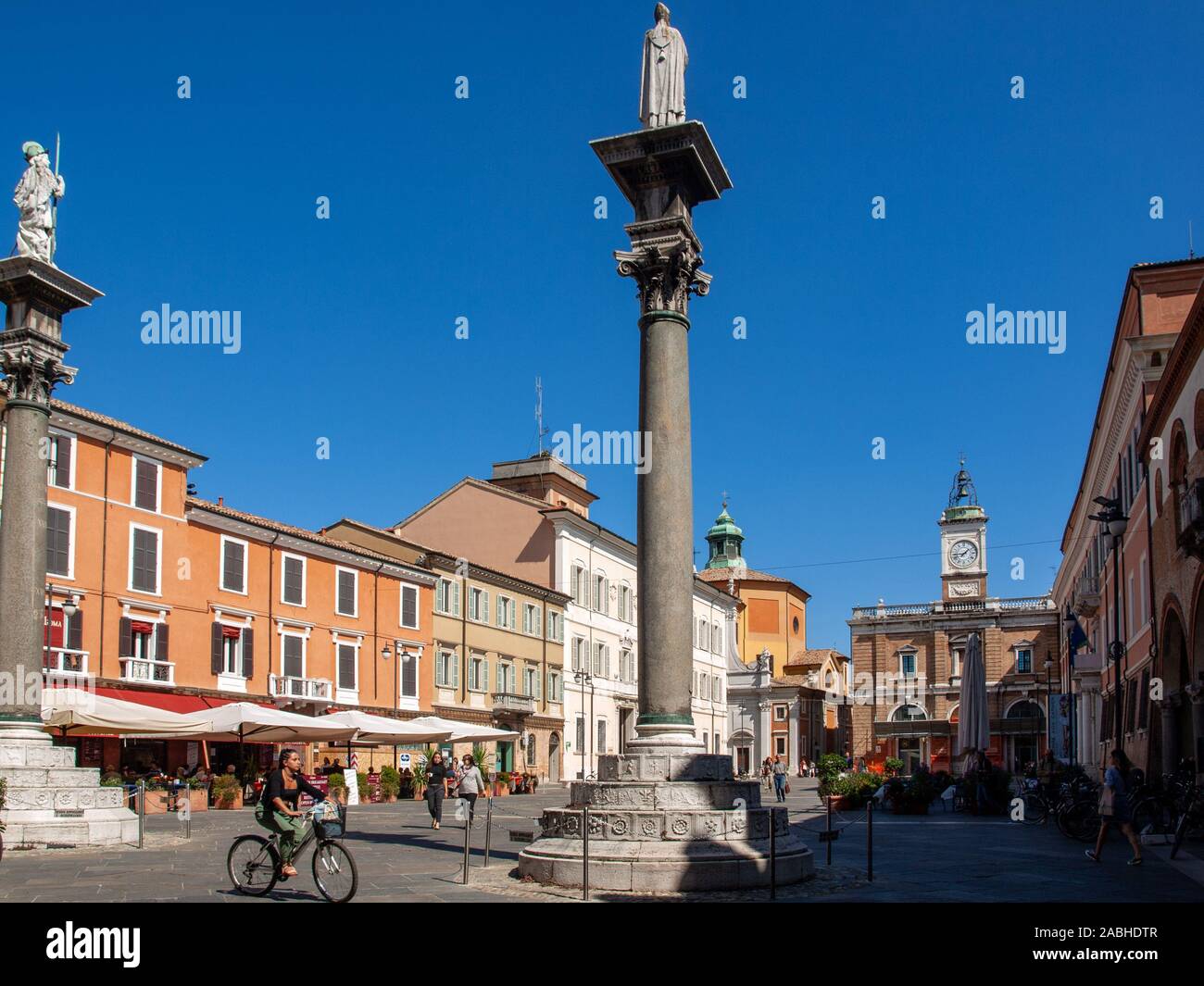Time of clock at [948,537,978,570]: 1:44
